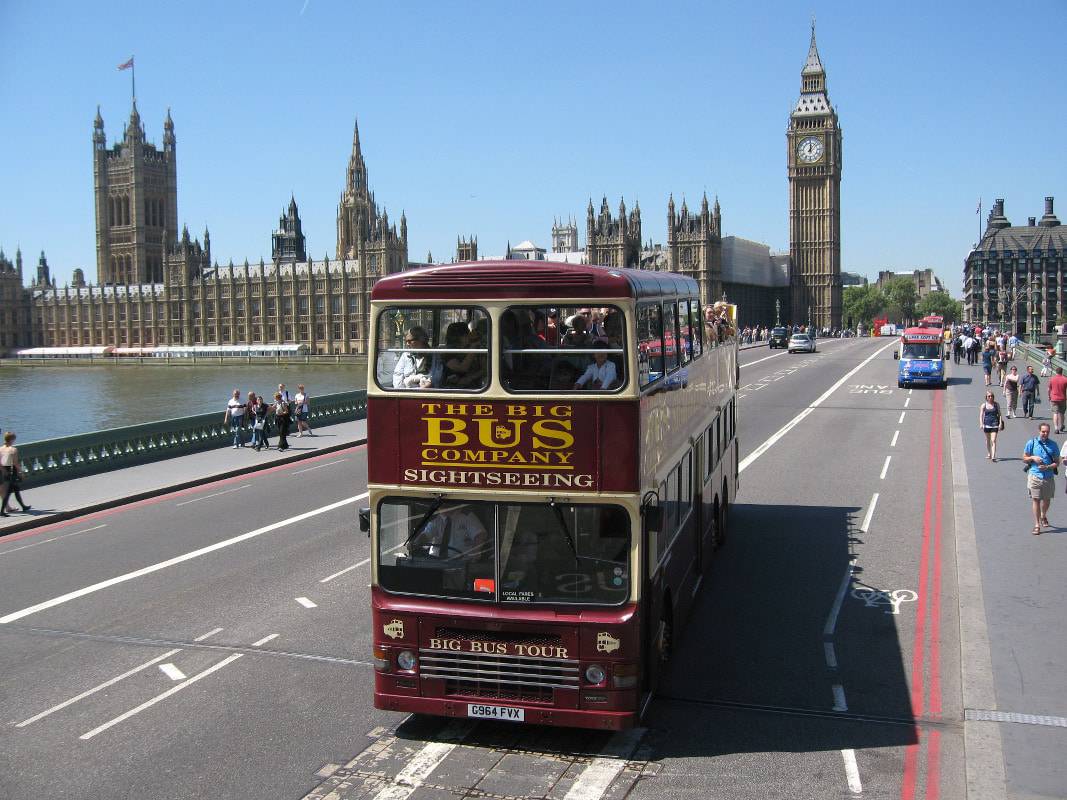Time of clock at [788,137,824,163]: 12:07
